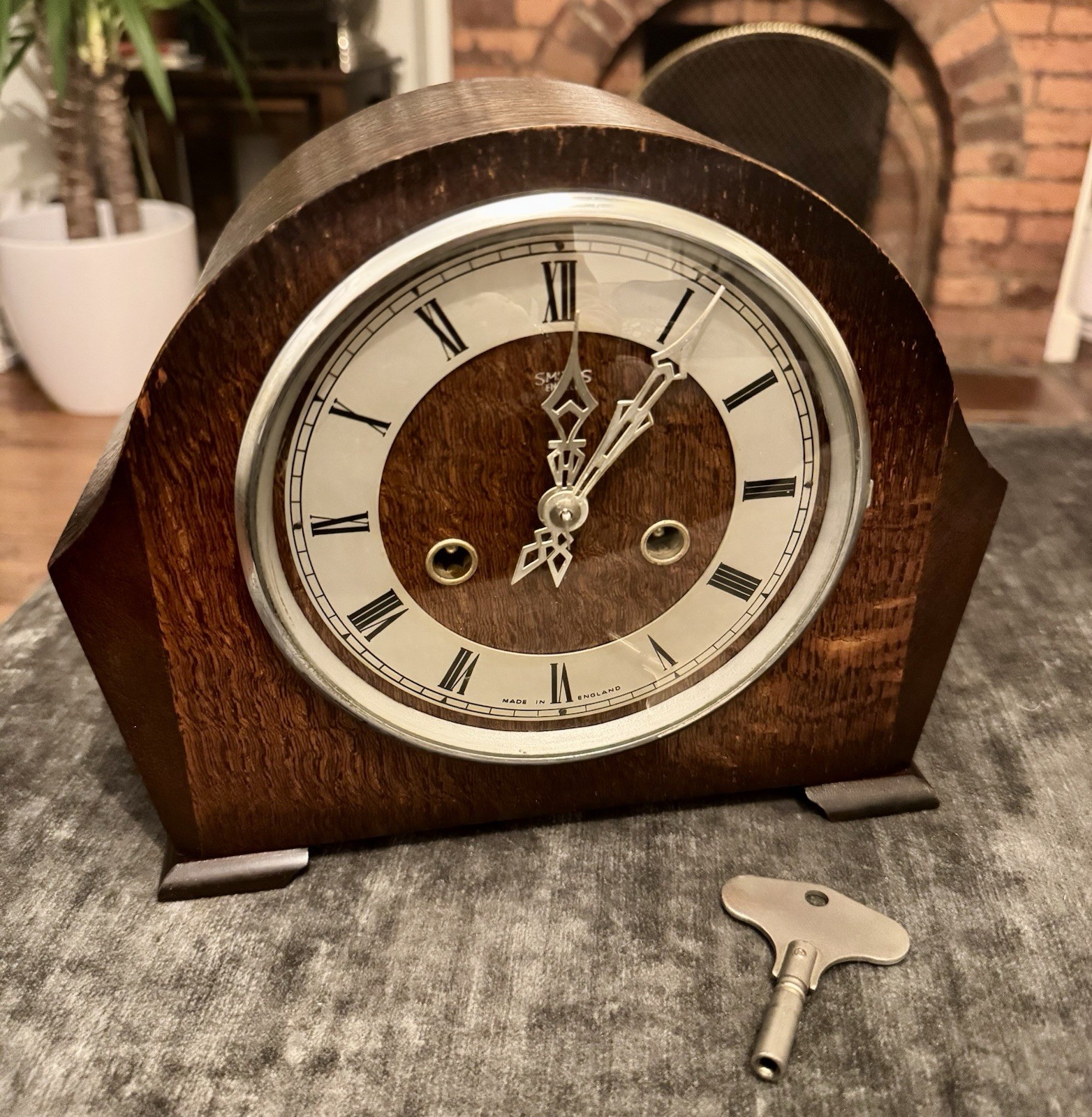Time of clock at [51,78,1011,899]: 12:06
